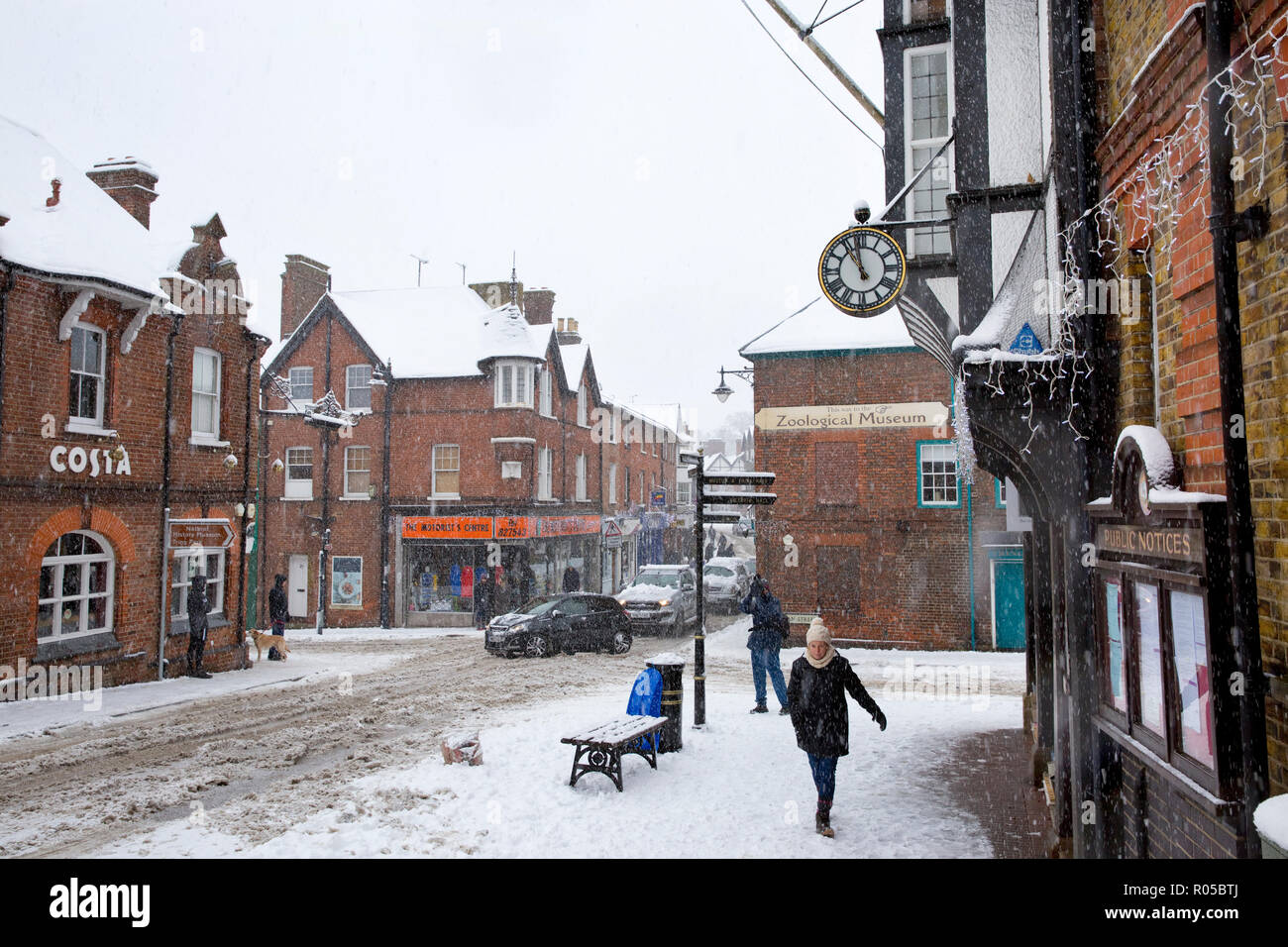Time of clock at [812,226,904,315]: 10:58
